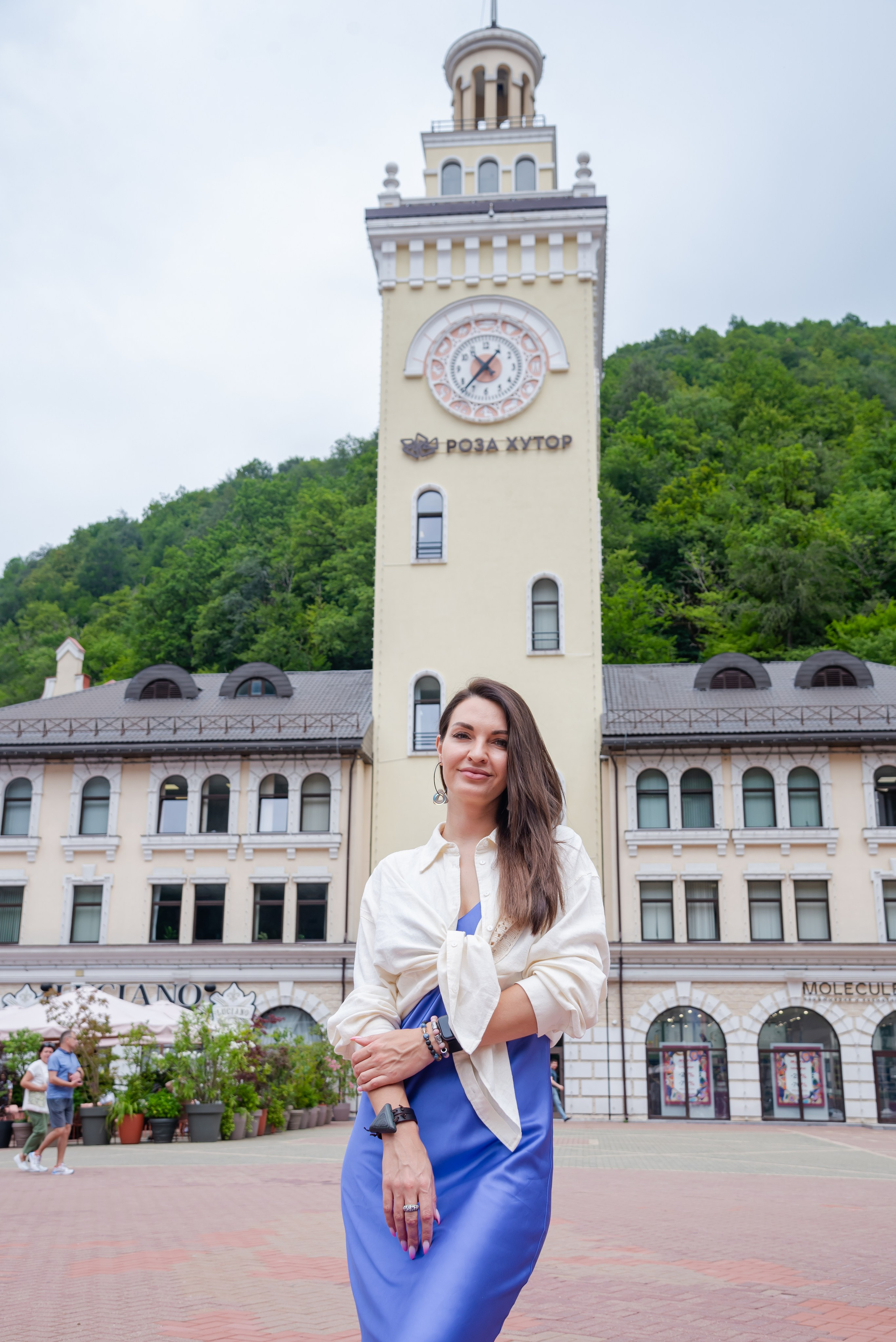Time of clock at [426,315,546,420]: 4:36
